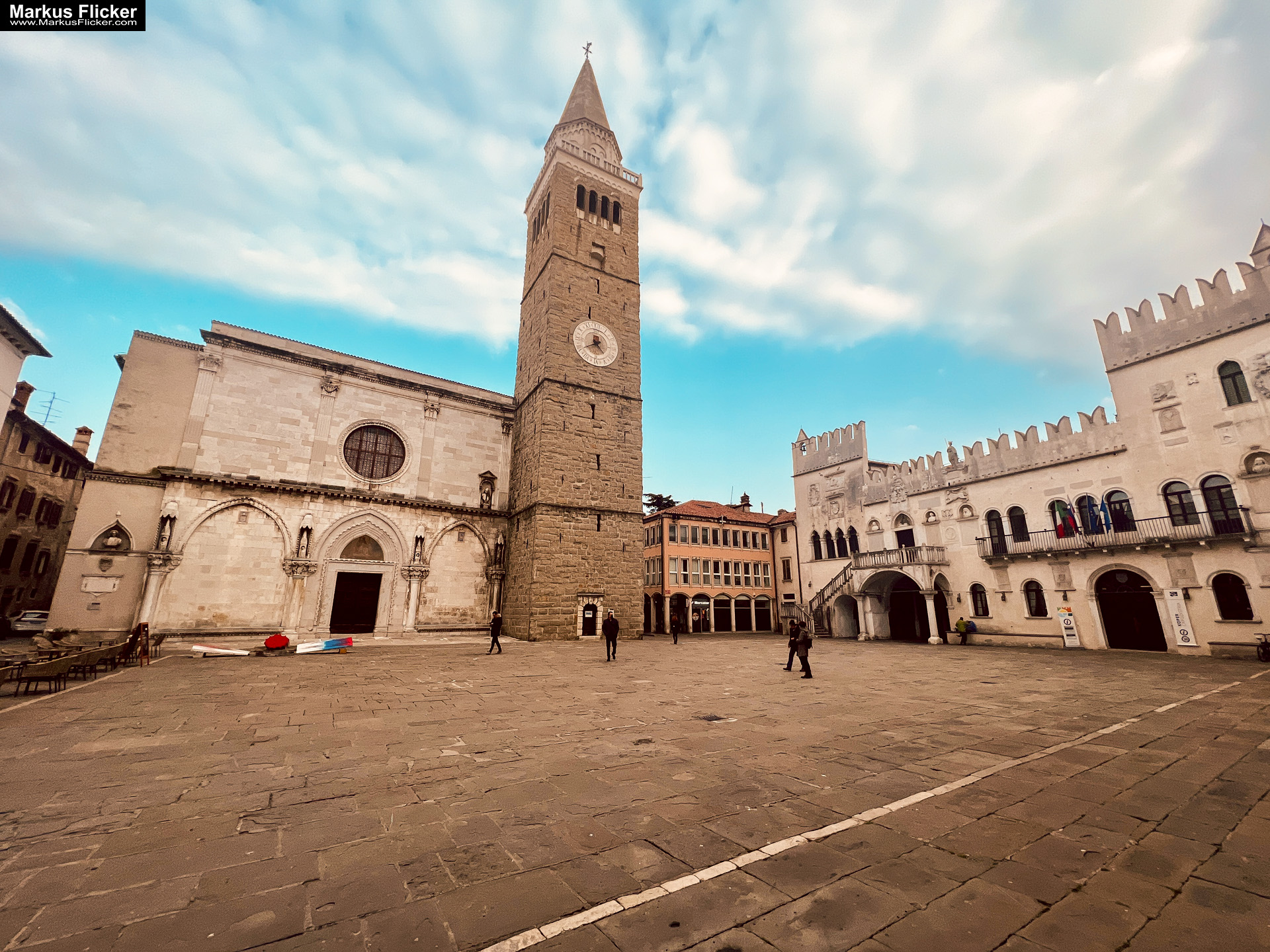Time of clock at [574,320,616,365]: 4:39
